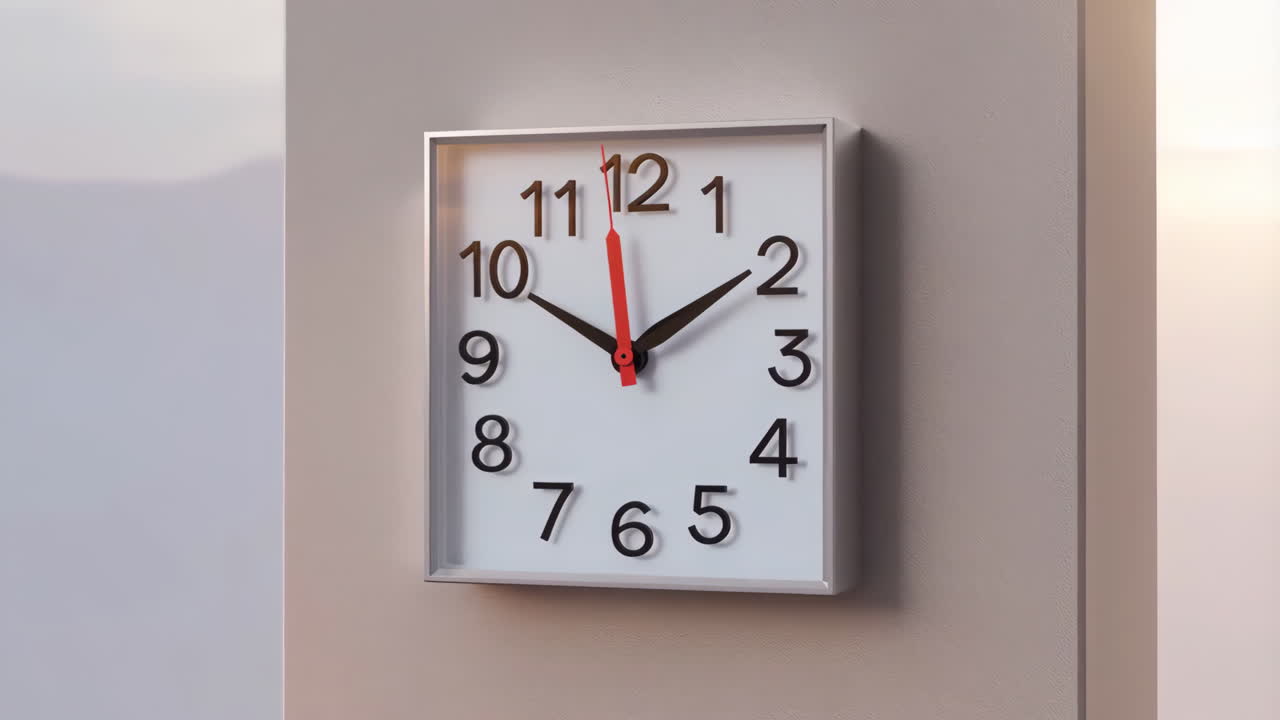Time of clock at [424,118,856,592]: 1:49
